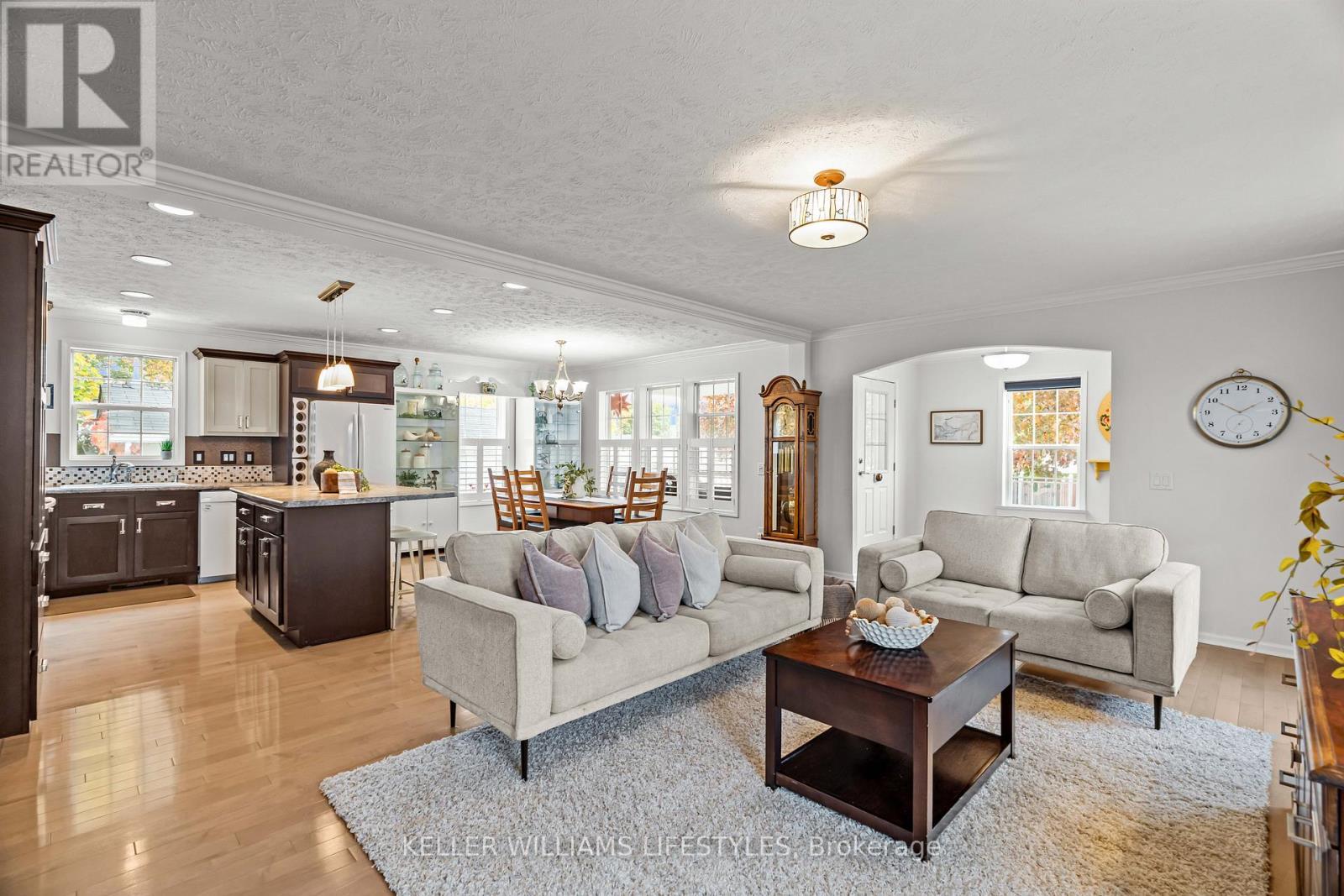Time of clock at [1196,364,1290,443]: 1:50
